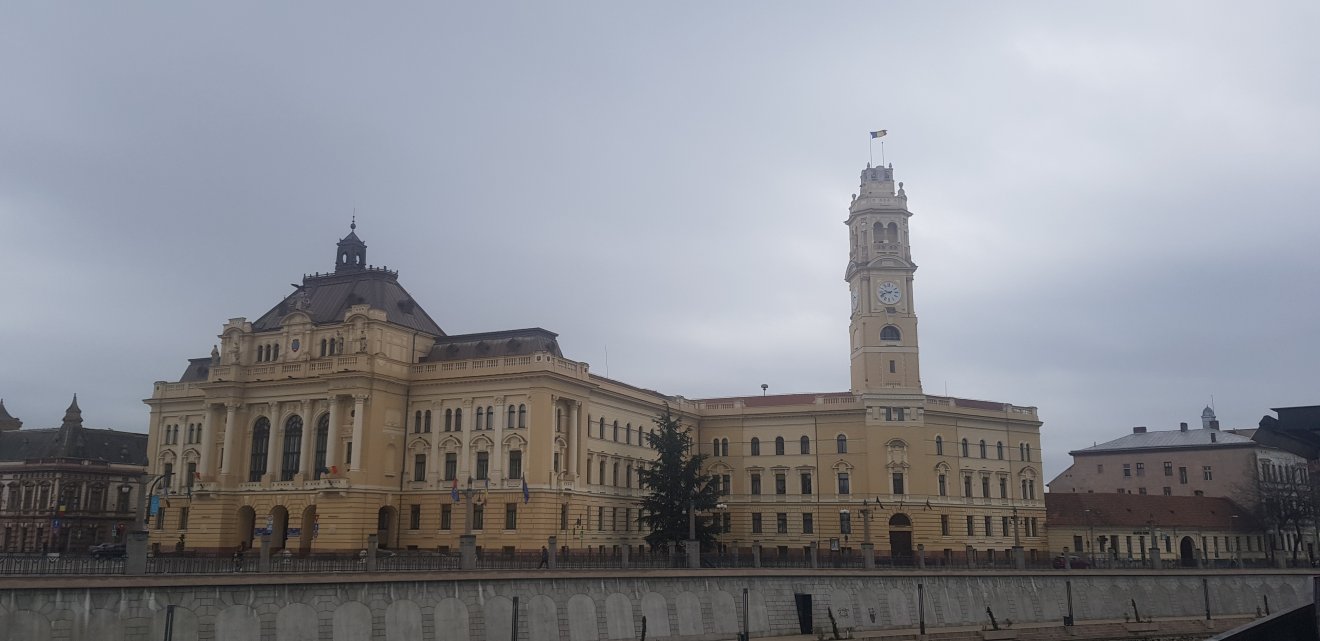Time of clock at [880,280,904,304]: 9:42
